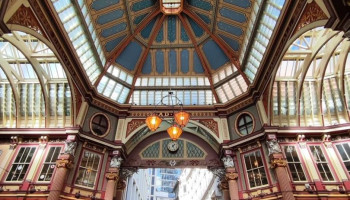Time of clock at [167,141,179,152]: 1:26
